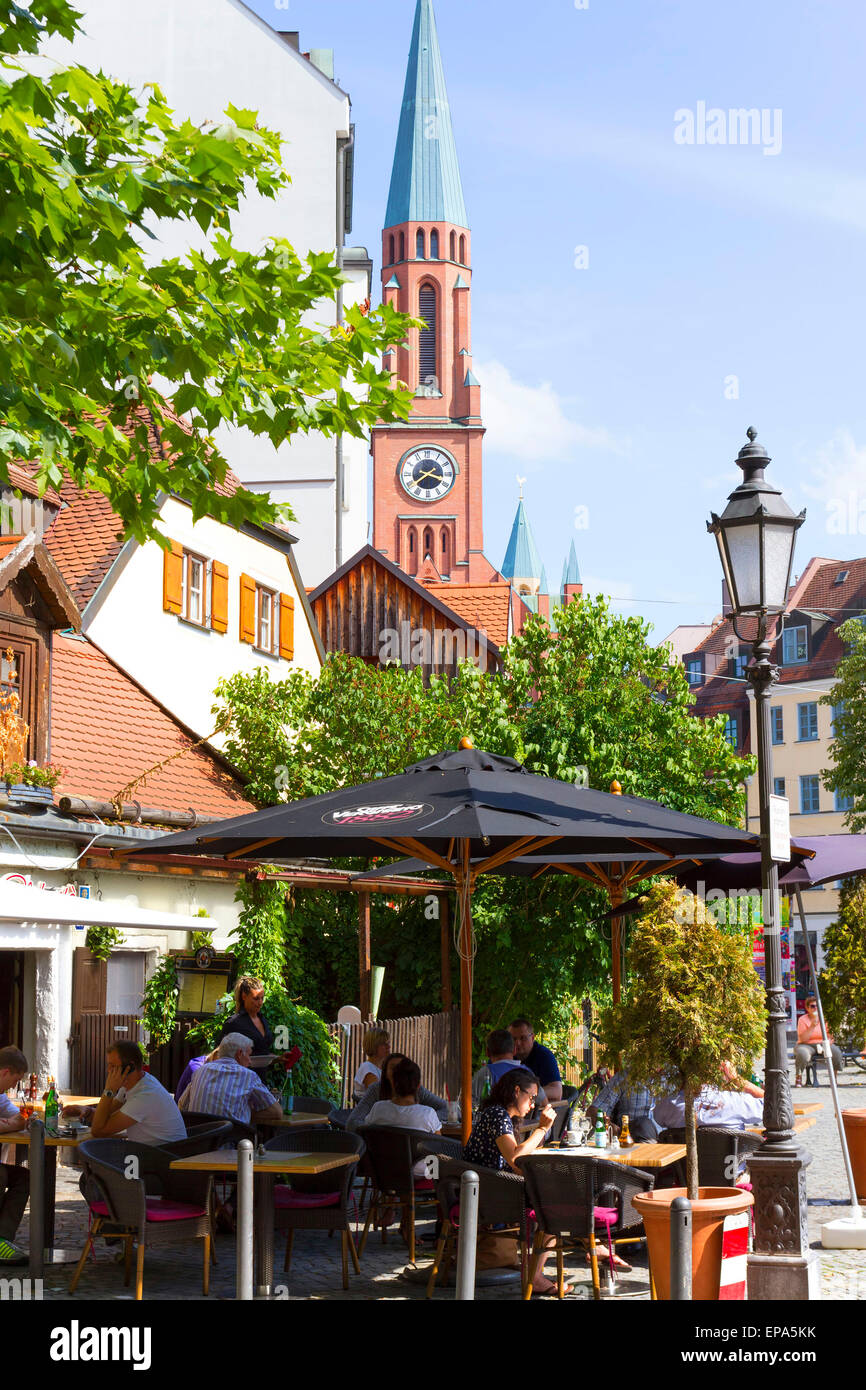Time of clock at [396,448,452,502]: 3:39
